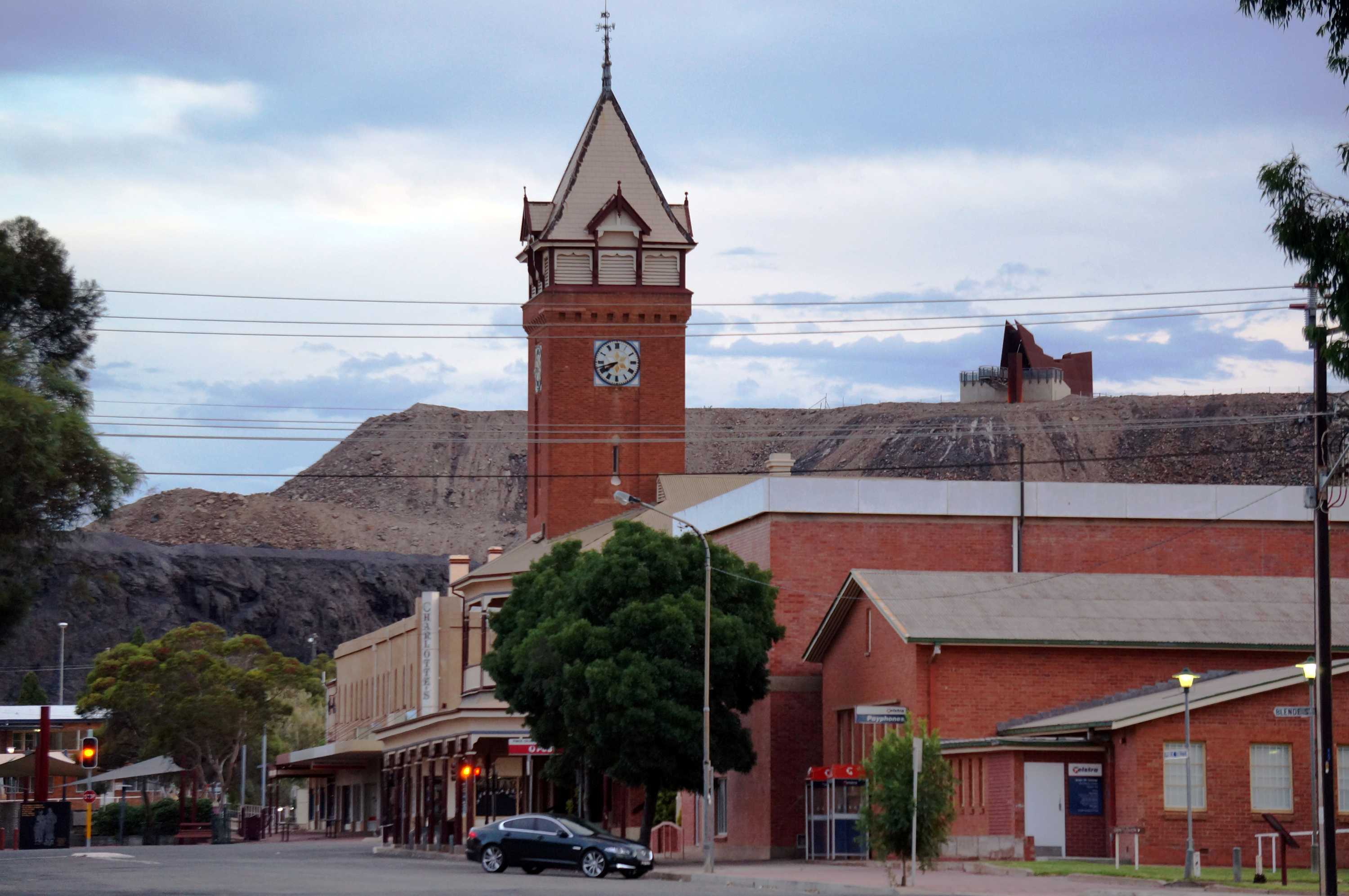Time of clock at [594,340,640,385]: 7:42
